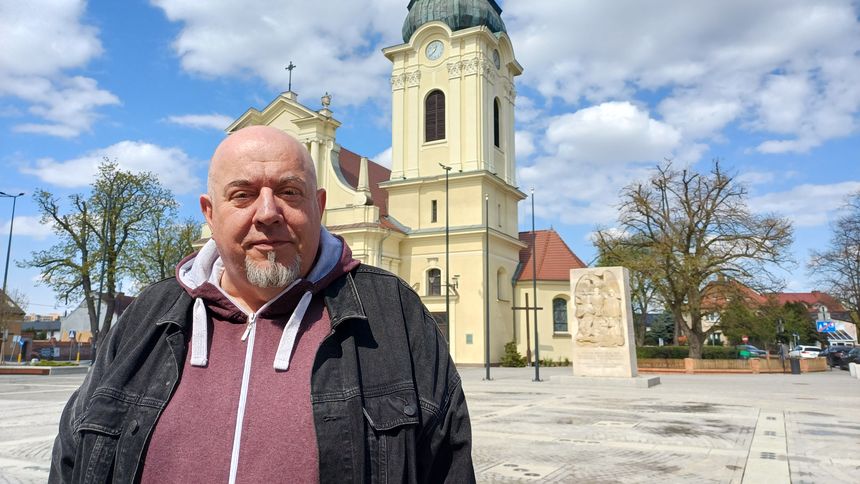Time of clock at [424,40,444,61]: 12:37
